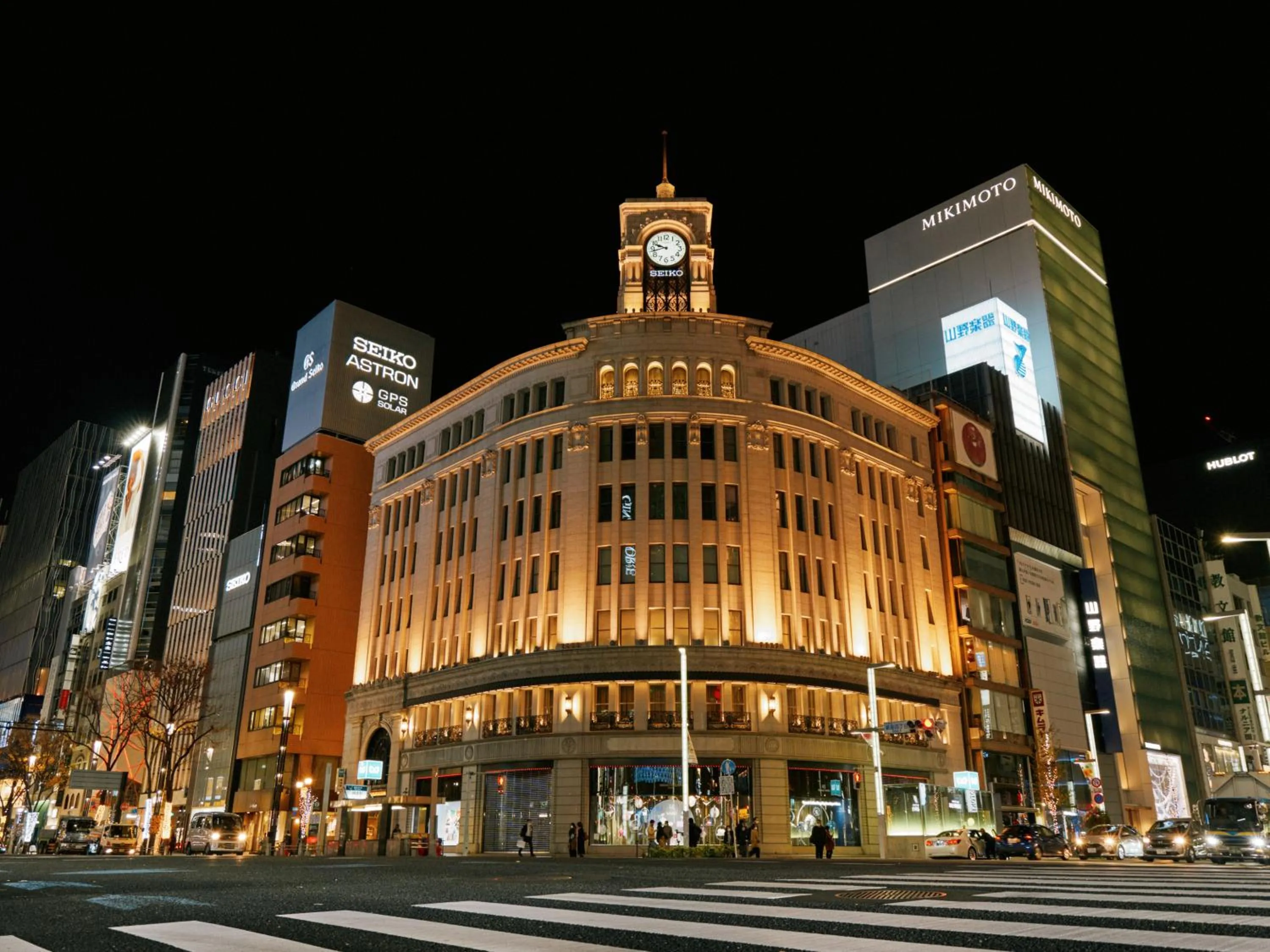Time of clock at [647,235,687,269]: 9:42
